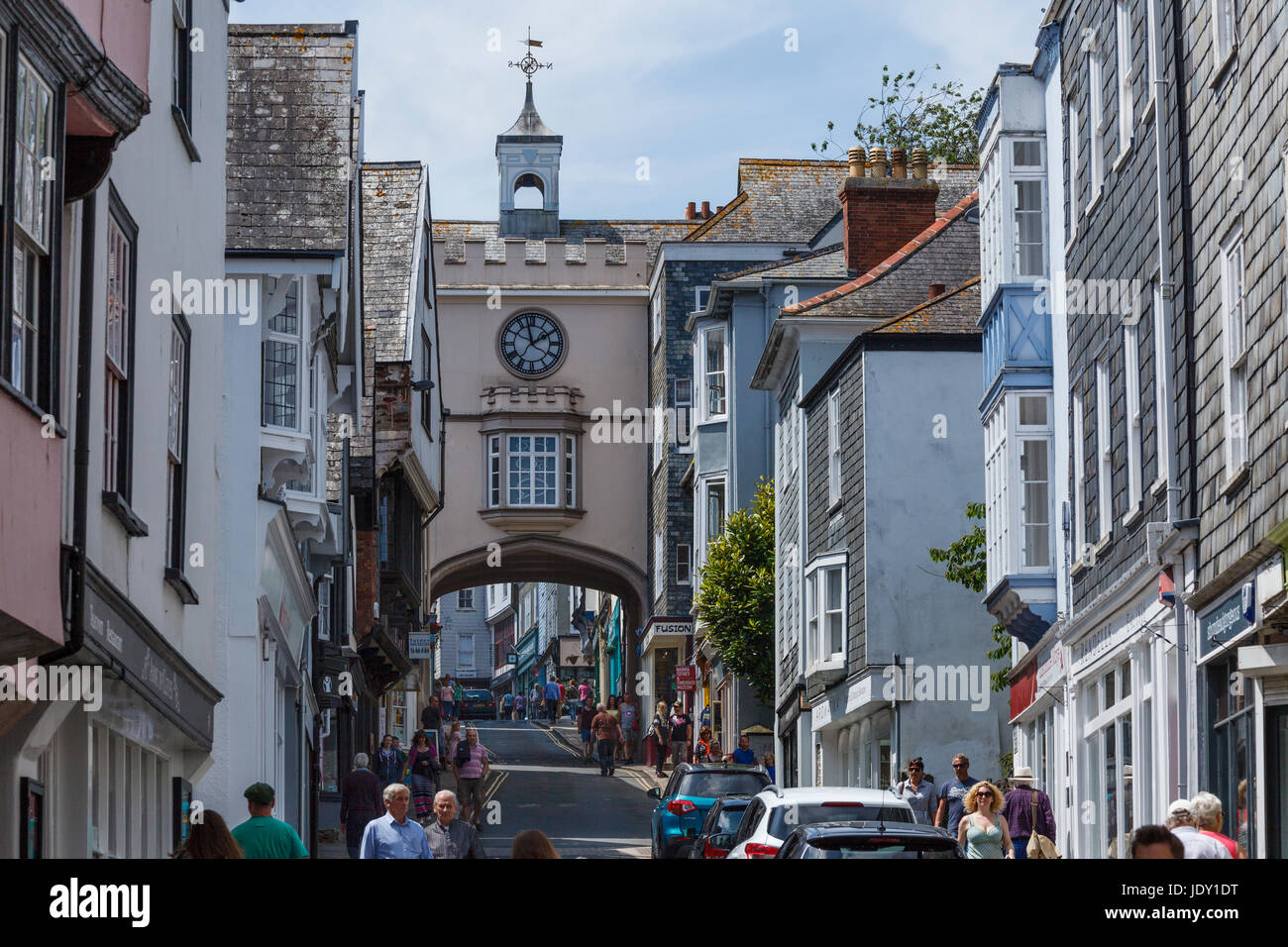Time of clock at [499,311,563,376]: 1:57
